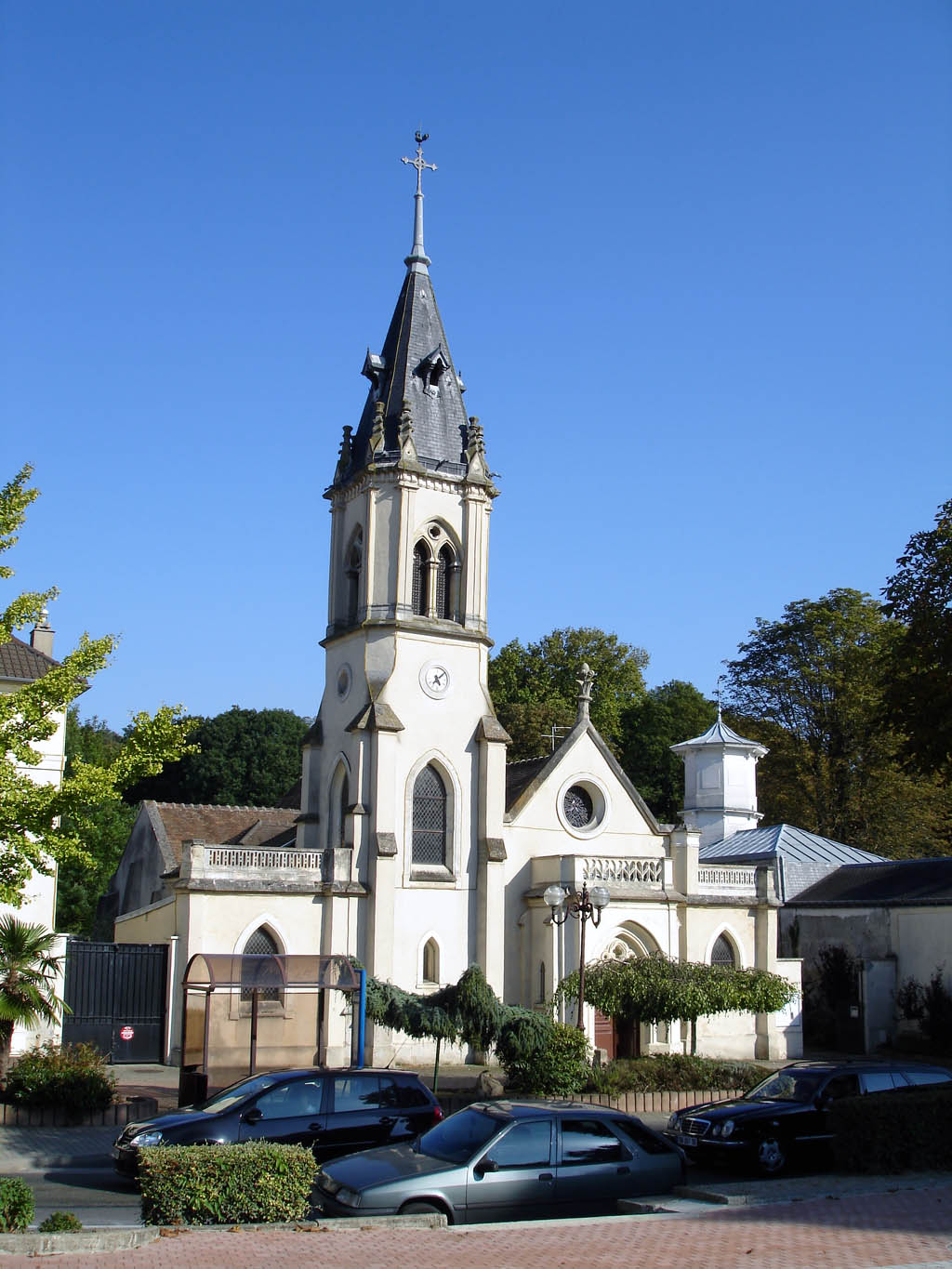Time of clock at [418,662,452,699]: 5:08
